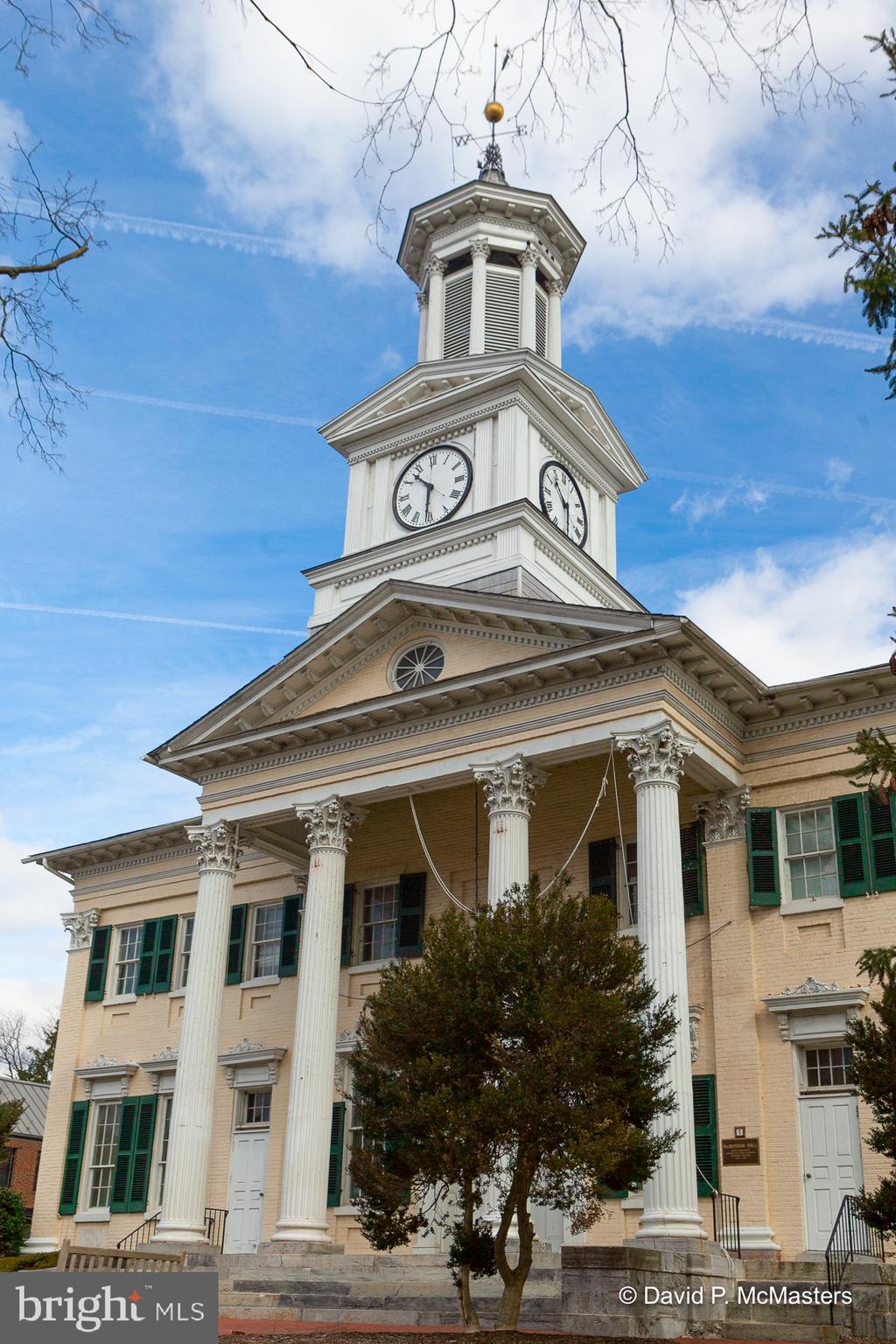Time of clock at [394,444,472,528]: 10:31
